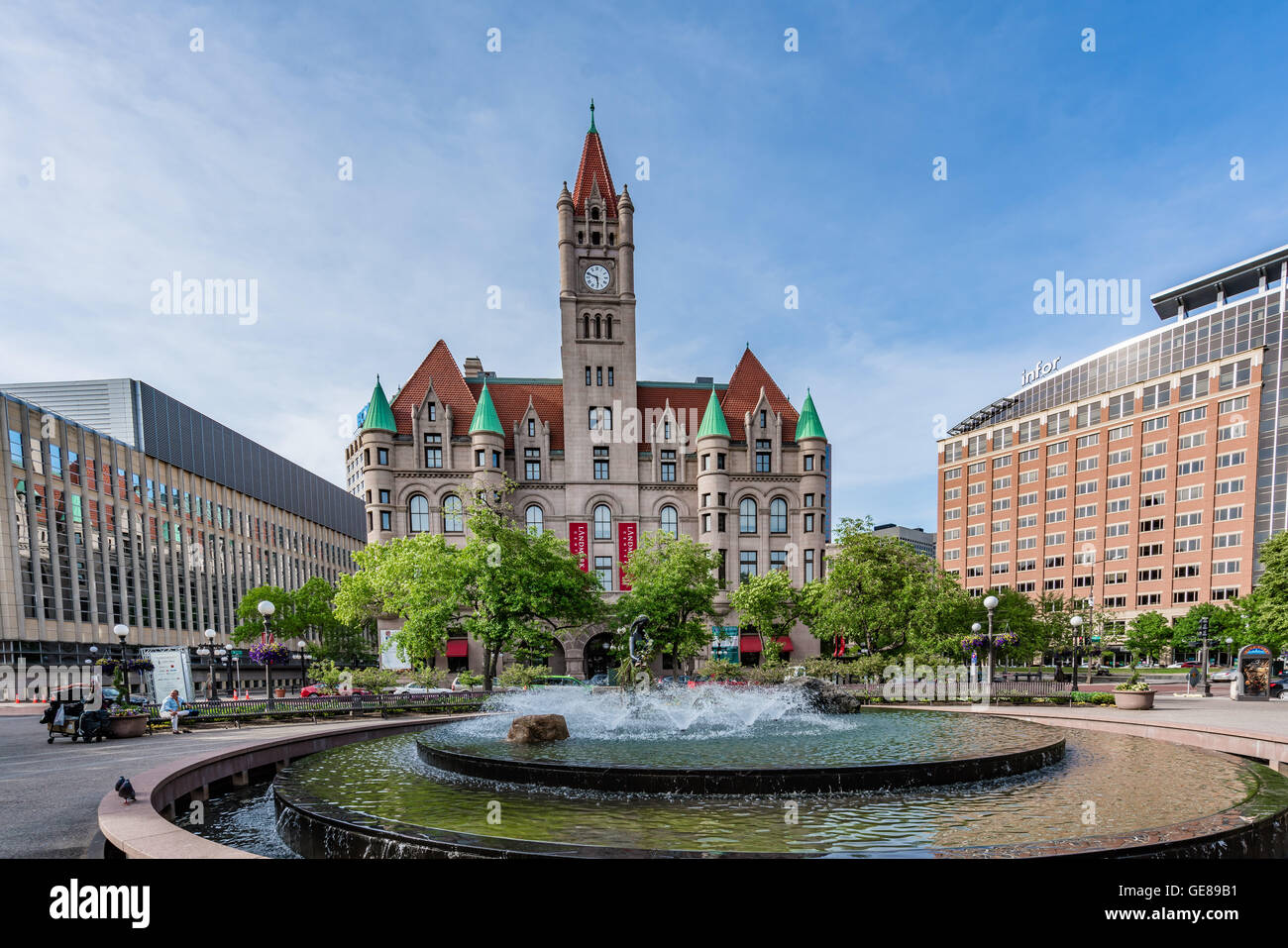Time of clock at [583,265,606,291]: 5:48
